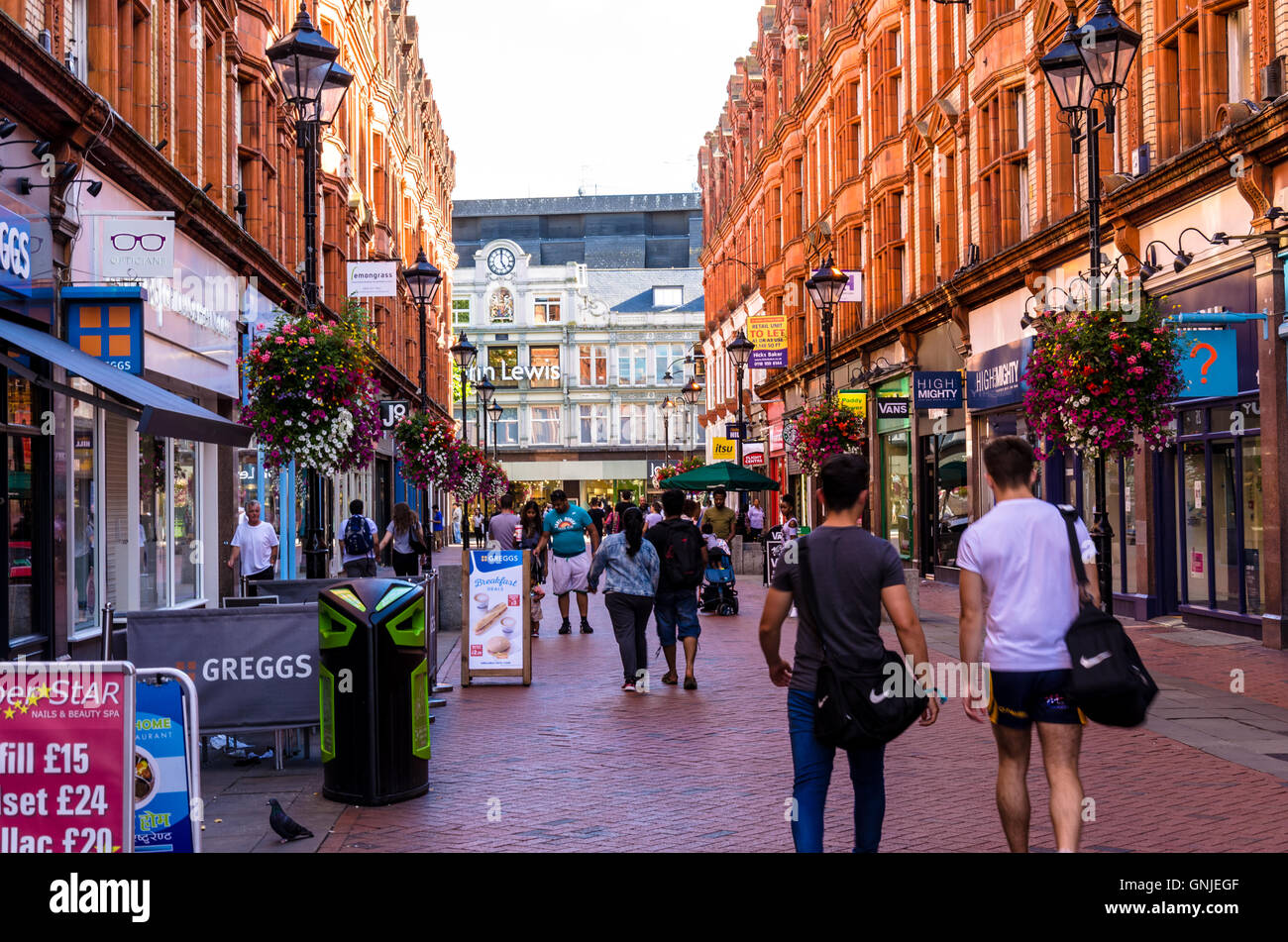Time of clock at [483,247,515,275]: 5:00
